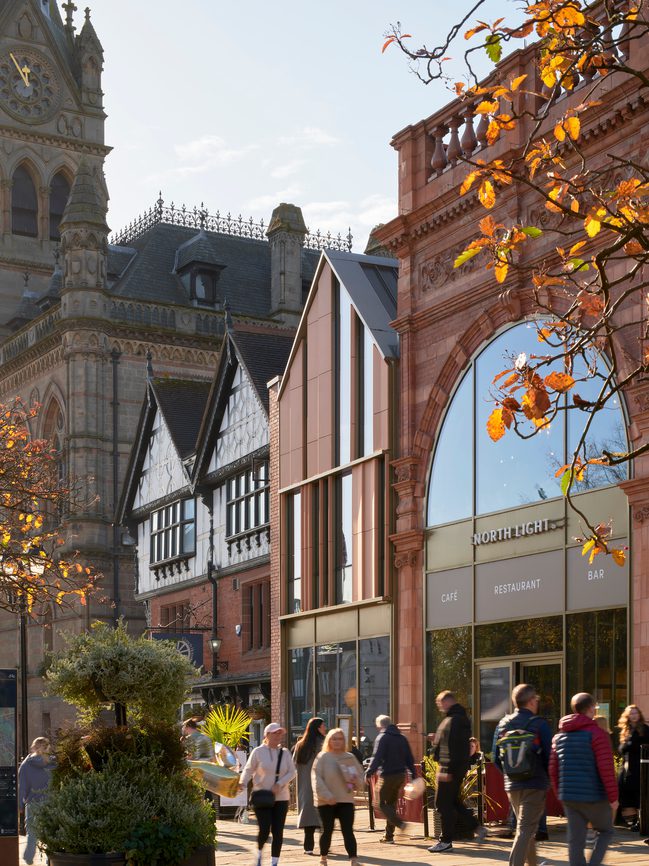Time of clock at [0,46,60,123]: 11:55
